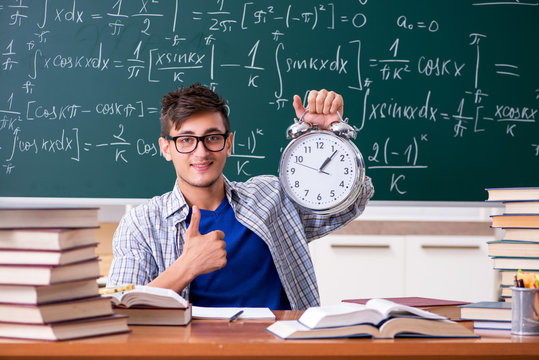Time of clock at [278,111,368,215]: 1:06
